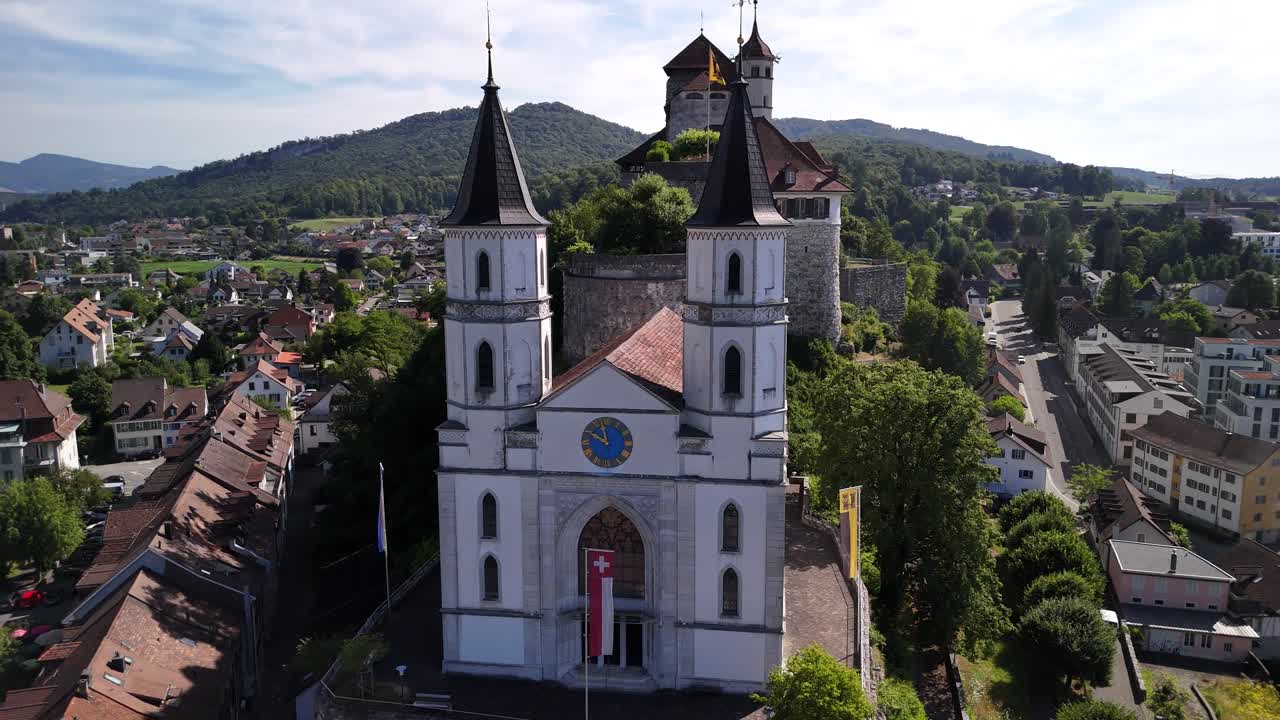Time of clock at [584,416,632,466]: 9:57
